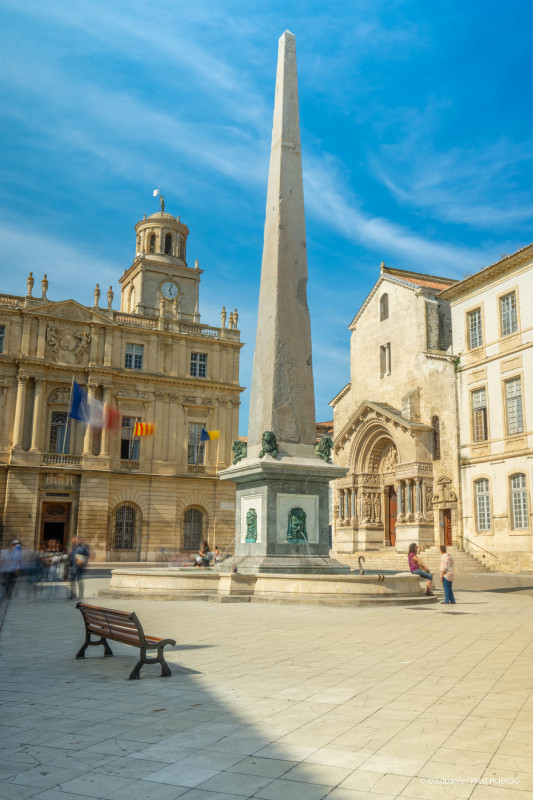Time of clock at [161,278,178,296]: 5:03
